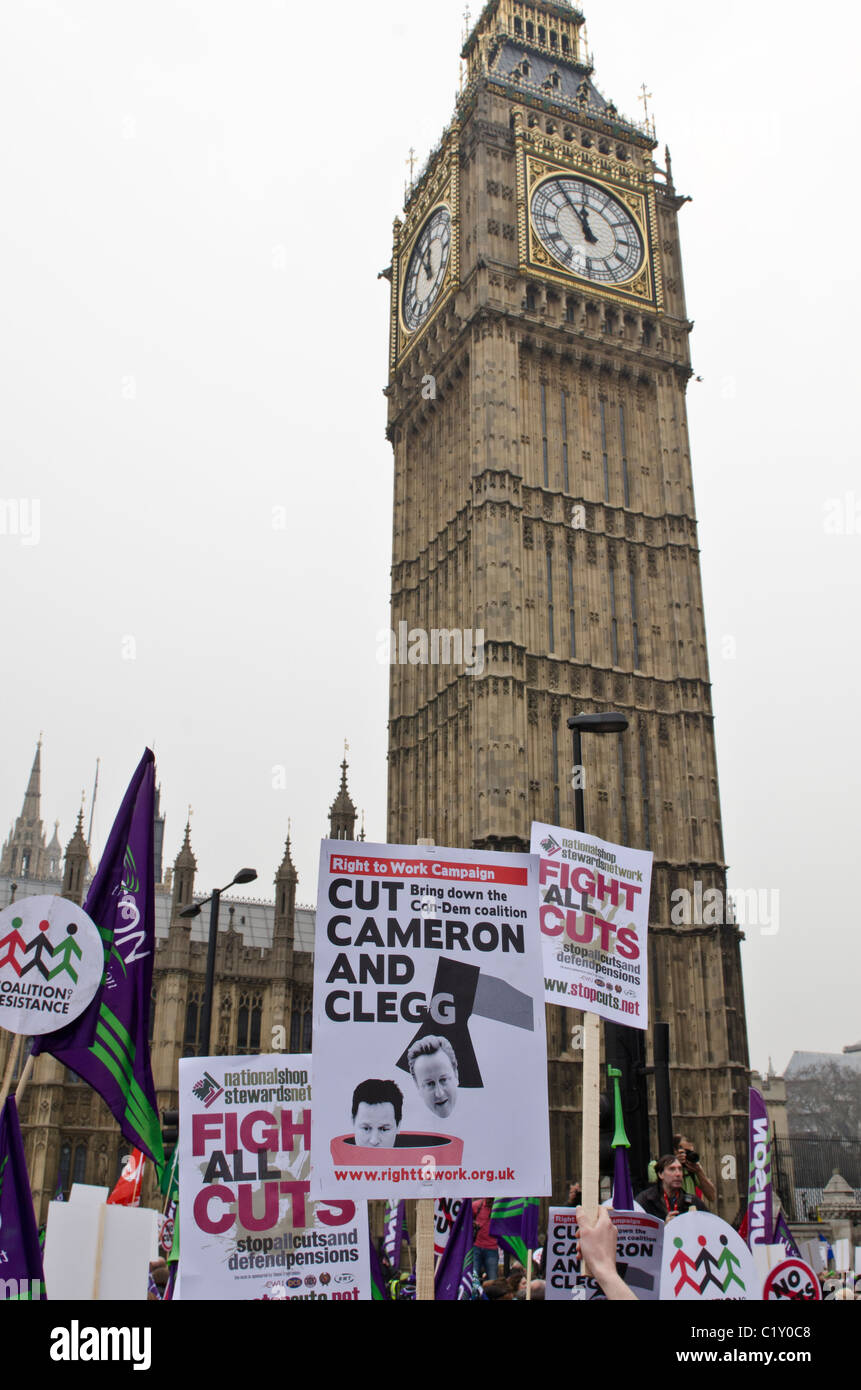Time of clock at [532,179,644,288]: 11:54
